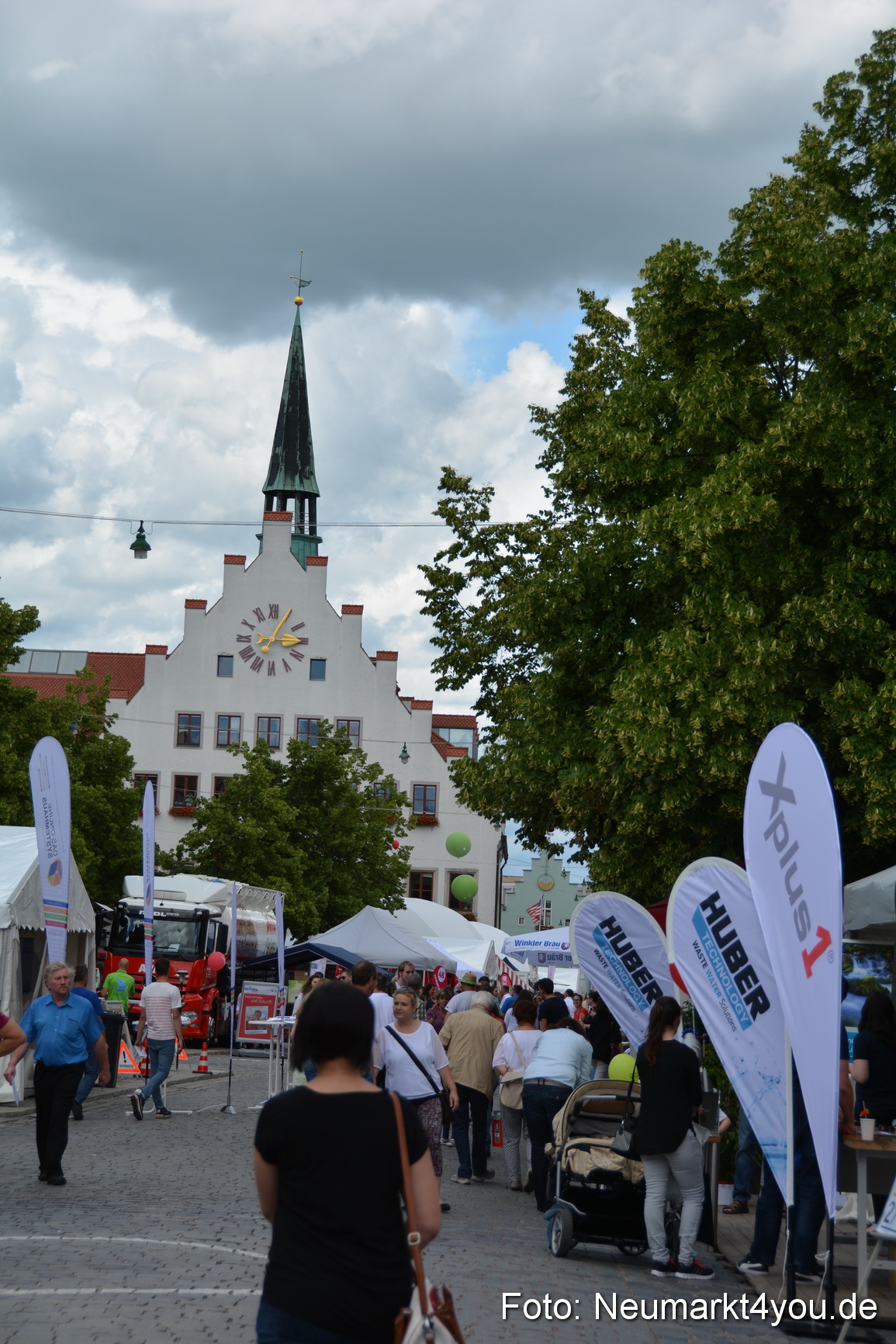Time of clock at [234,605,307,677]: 3:04
